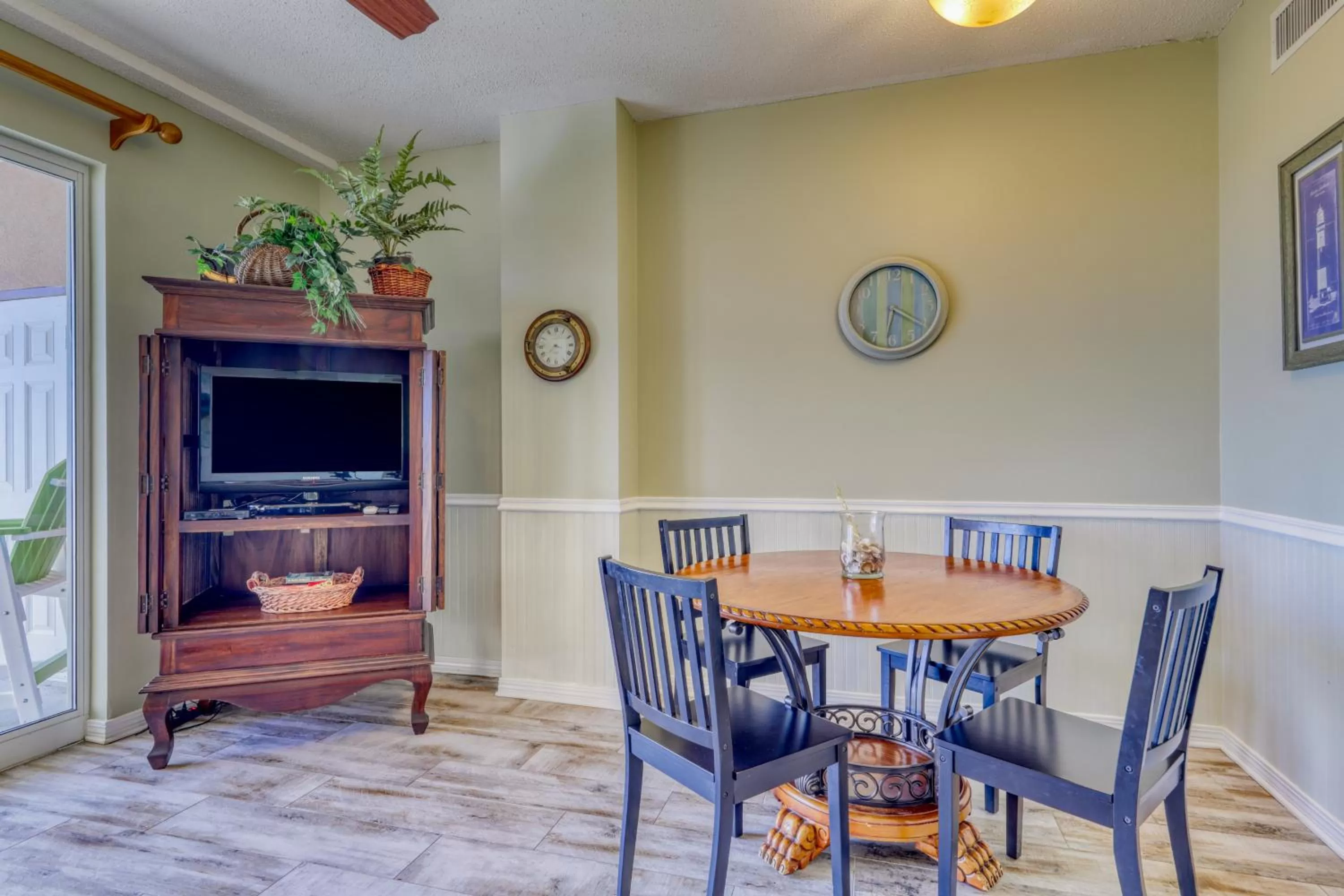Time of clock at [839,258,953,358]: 6:20
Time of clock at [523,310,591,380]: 3:37
